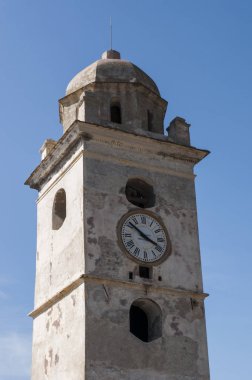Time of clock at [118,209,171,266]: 3:51
